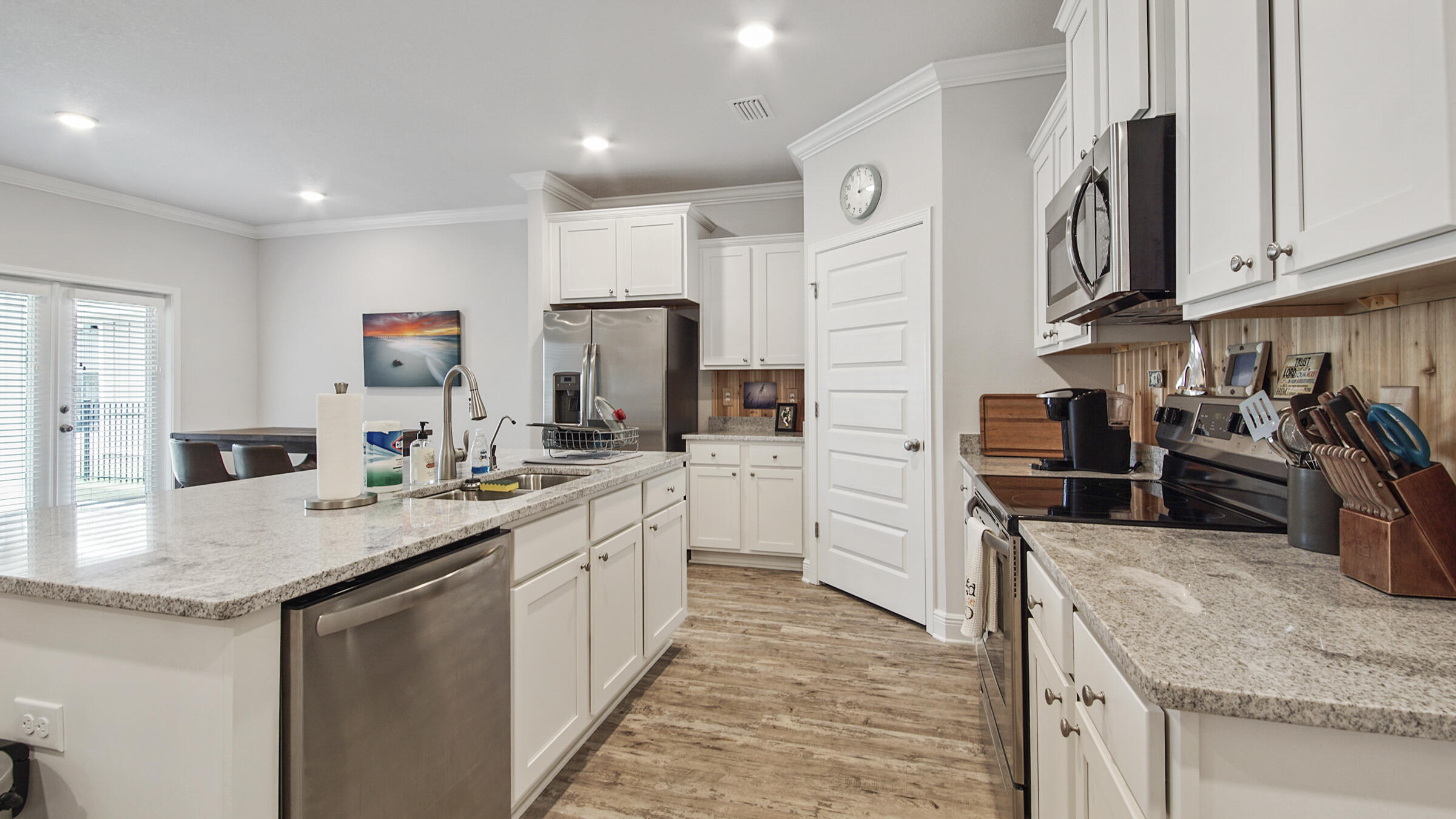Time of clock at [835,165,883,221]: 12:14
